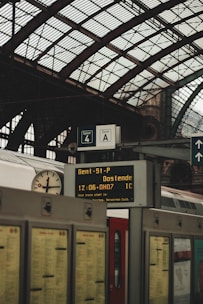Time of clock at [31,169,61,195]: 12:14
